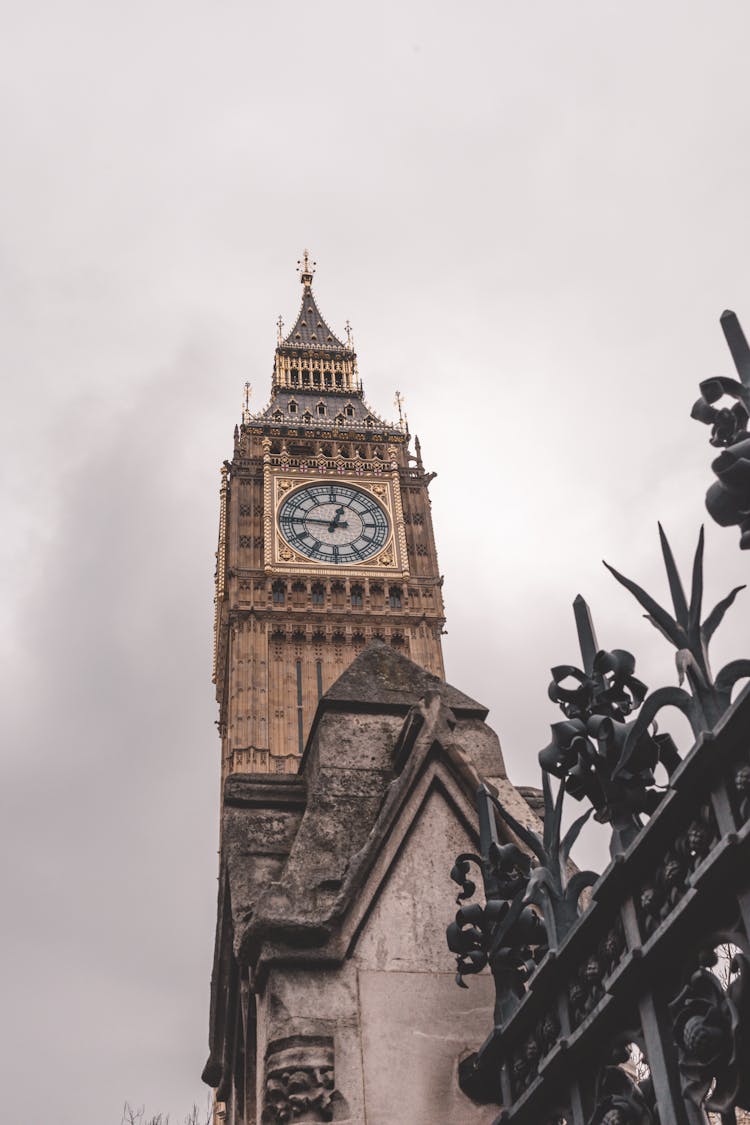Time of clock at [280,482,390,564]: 12:46
